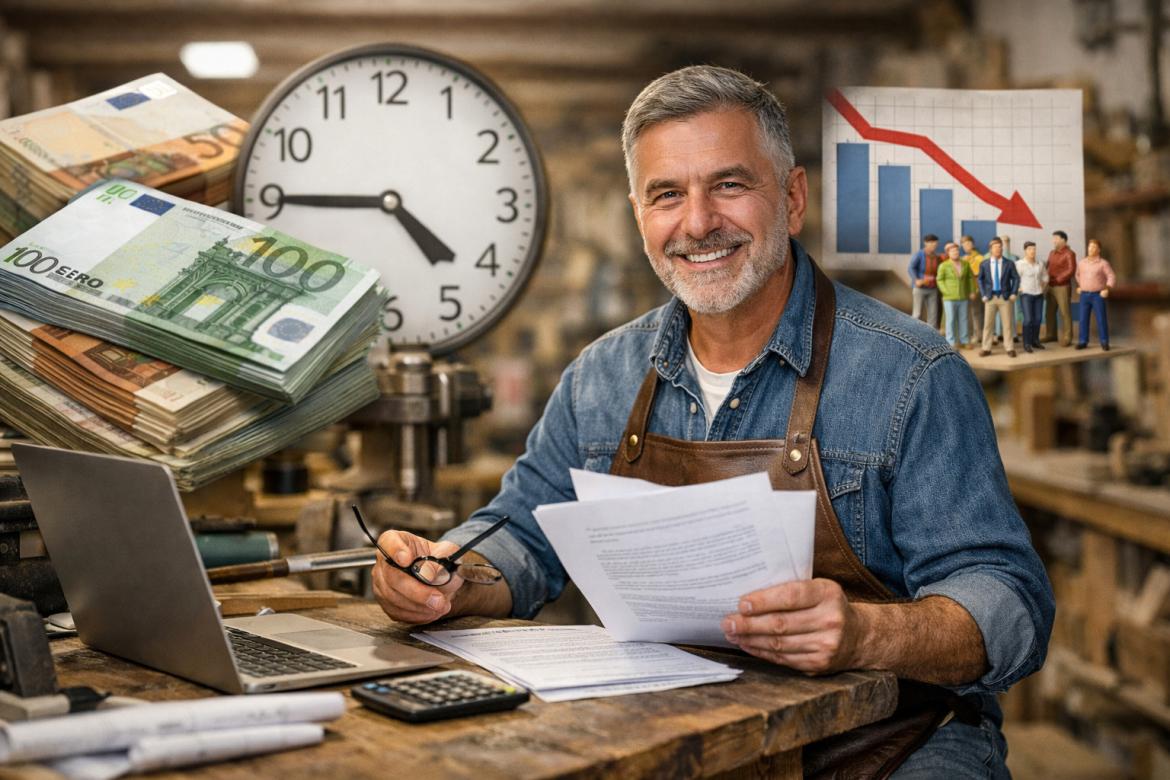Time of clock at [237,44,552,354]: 4:45
